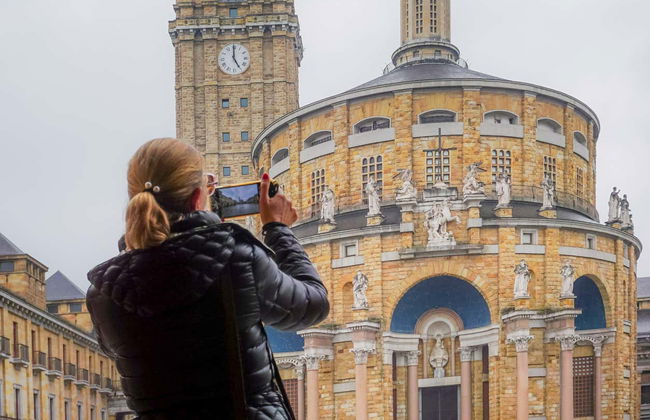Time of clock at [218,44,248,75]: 4:59
